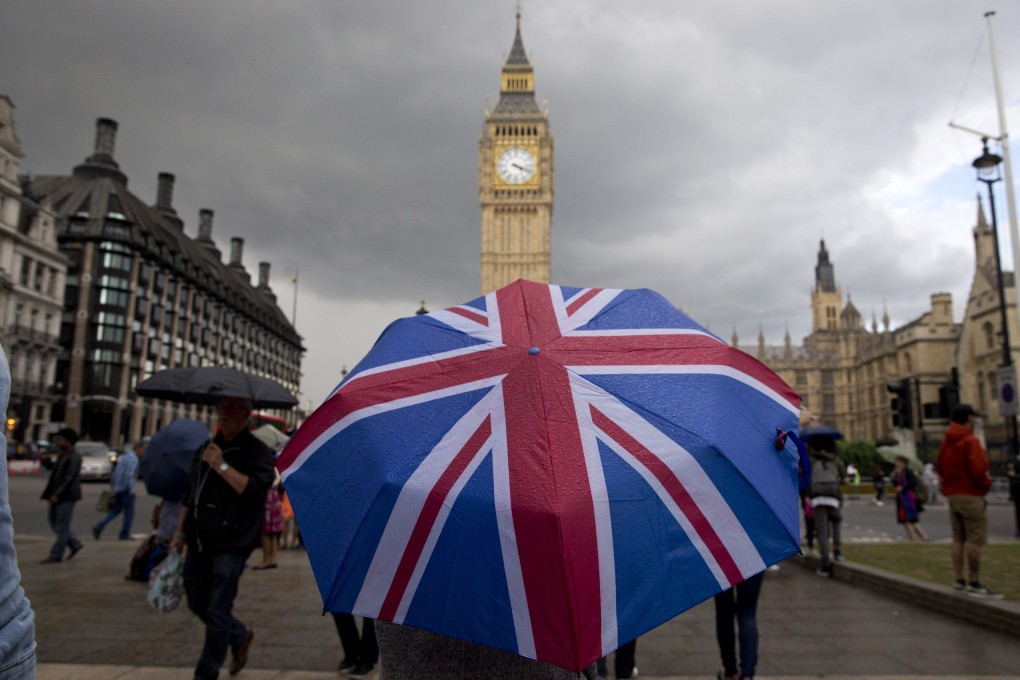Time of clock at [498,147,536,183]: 4:18
